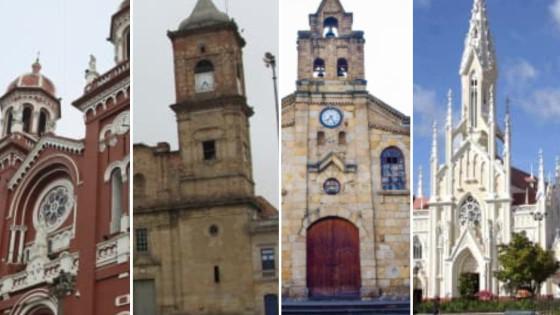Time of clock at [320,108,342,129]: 7:24
